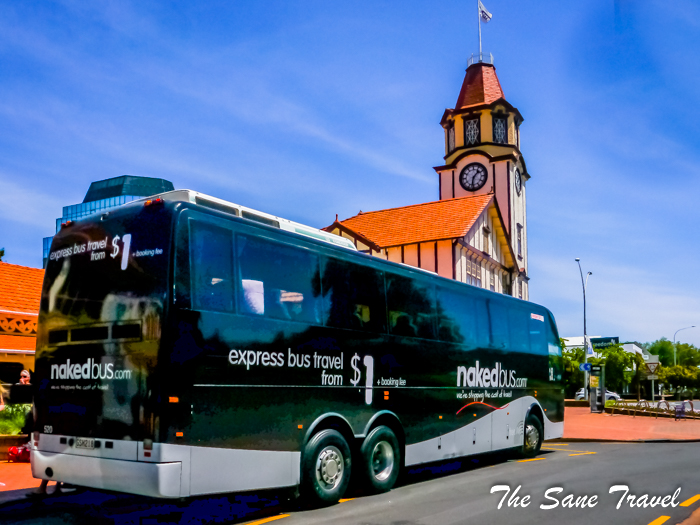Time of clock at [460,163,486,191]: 1:32
